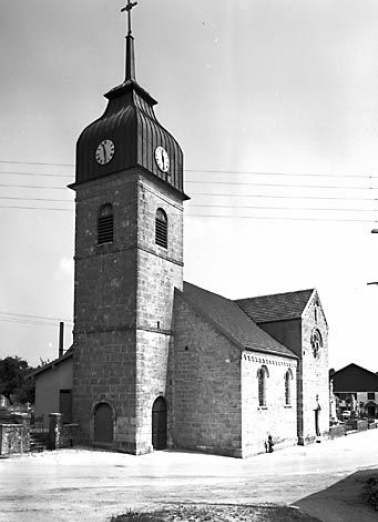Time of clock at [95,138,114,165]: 11:28
